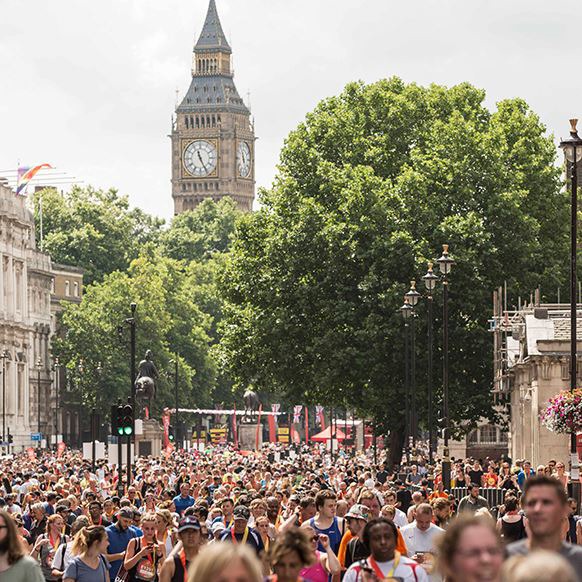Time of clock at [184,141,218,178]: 11:25
